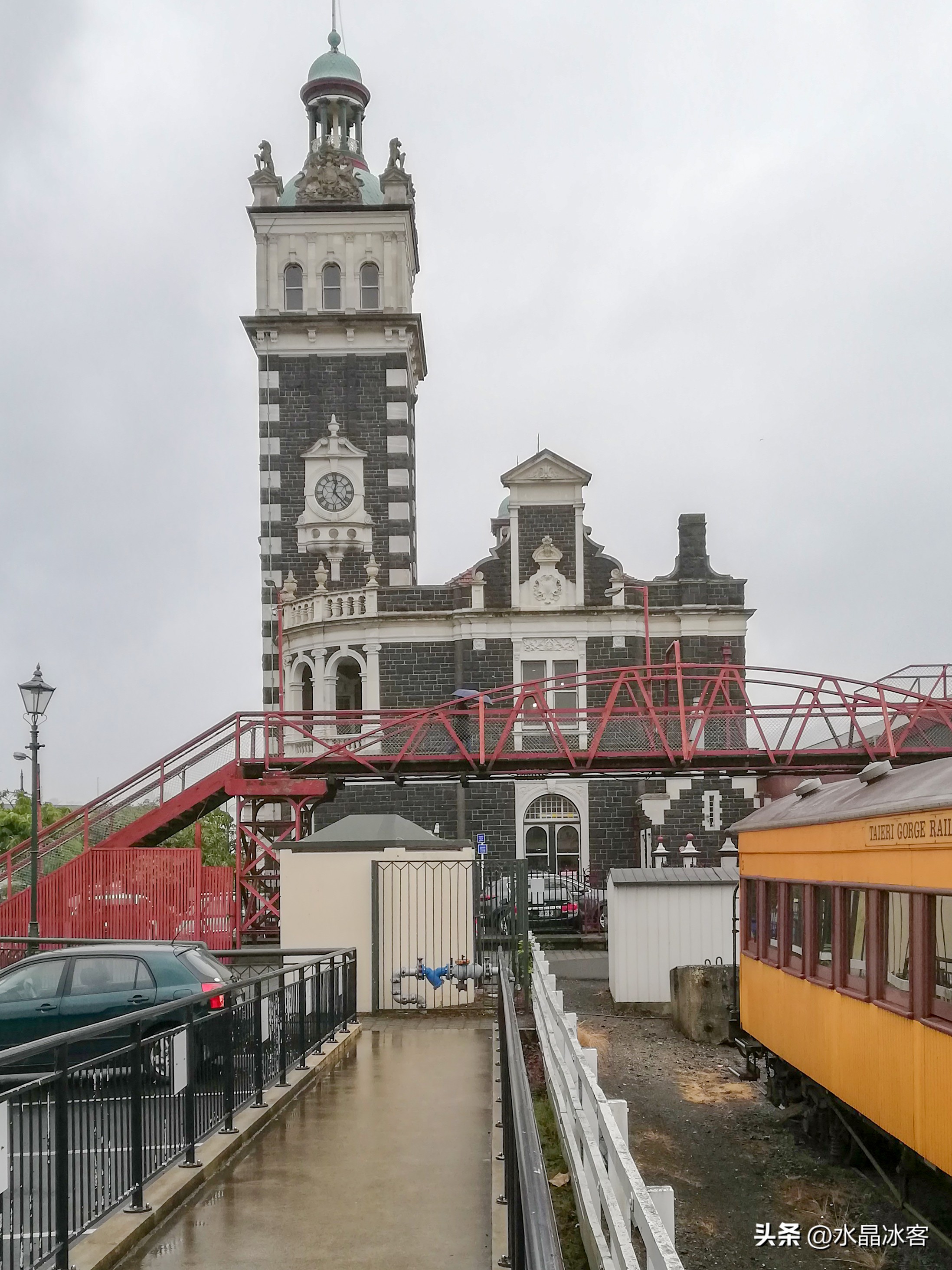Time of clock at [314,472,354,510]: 12:23
